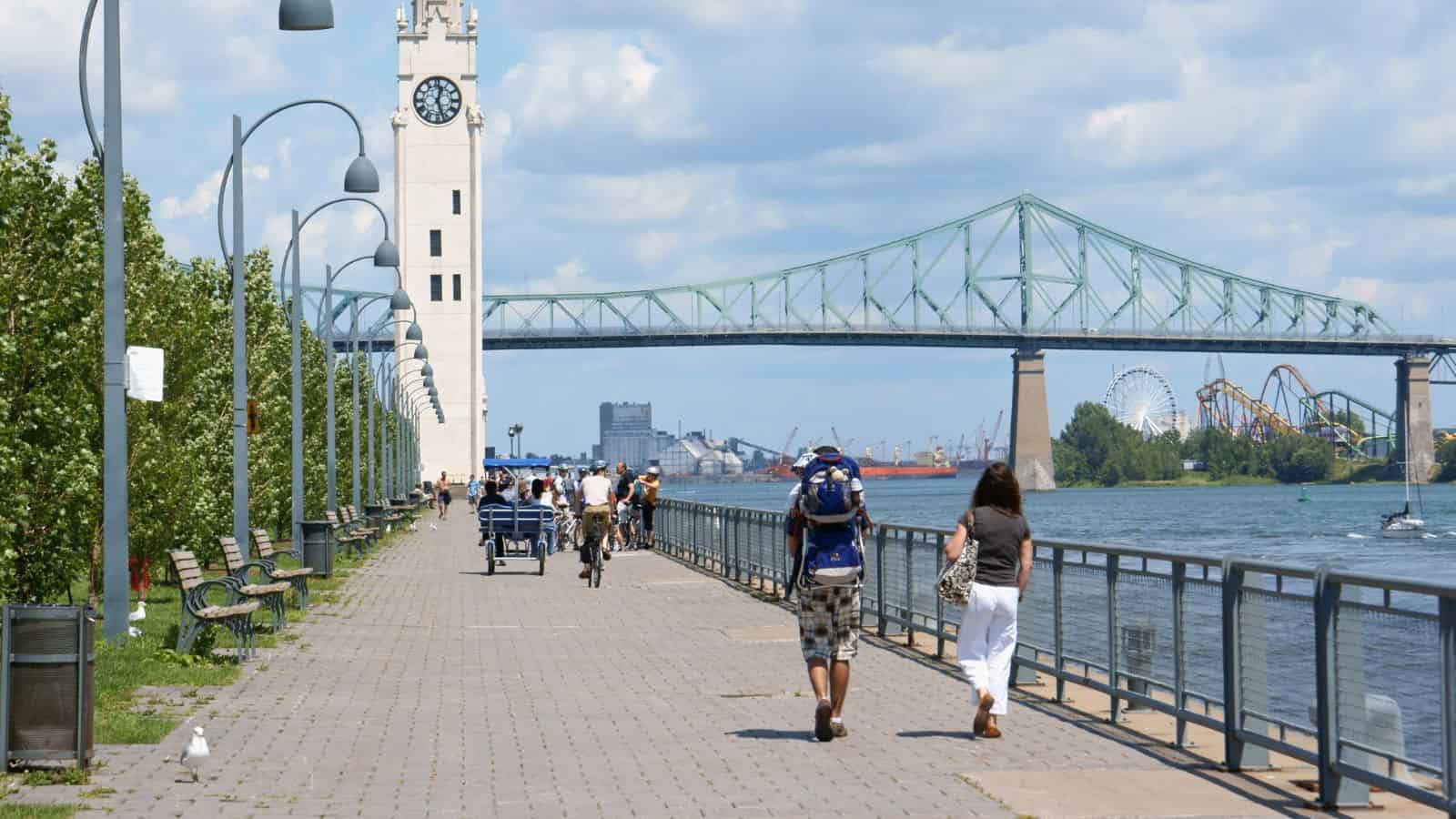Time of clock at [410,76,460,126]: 12:26
